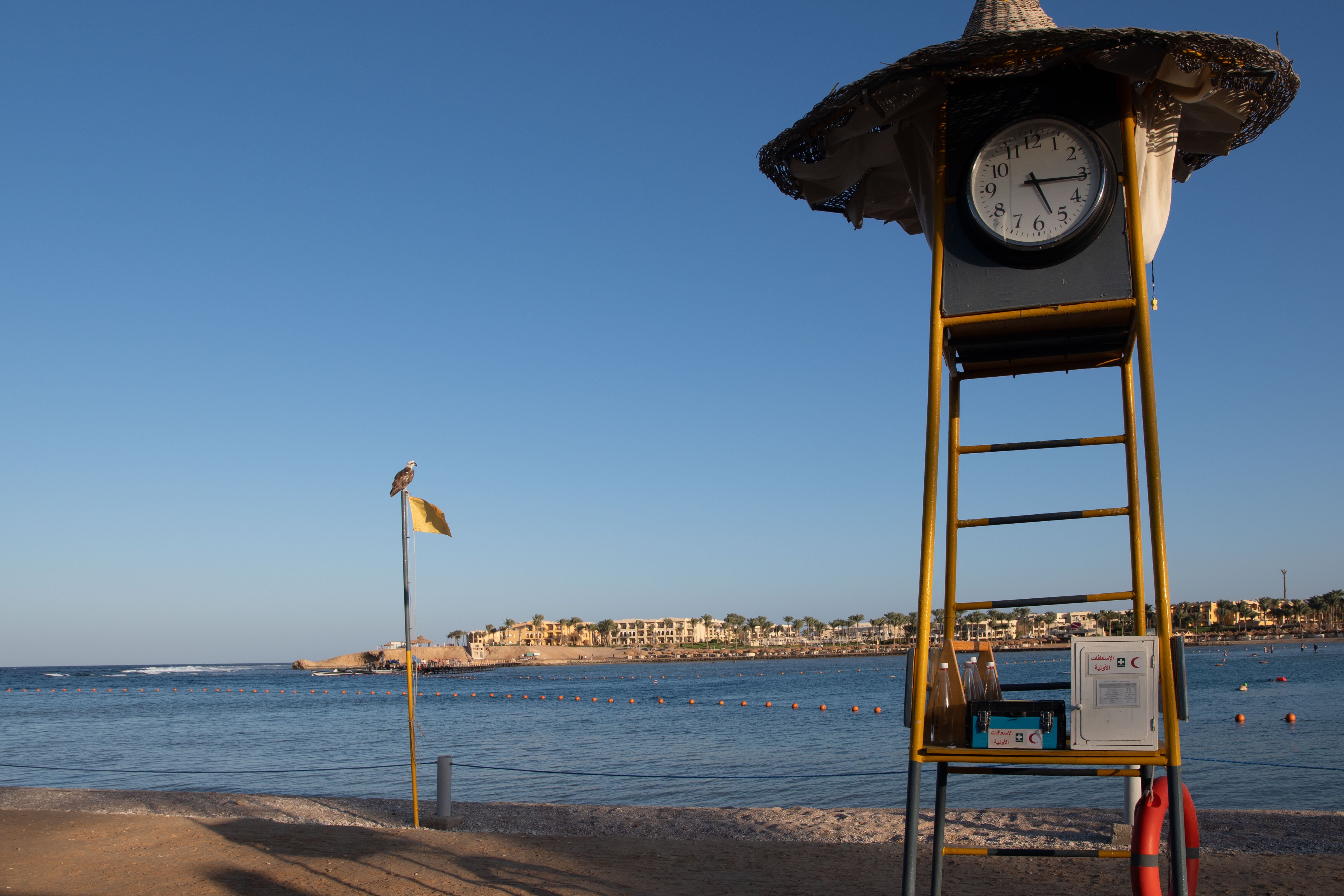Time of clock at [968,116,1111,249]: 5:15
